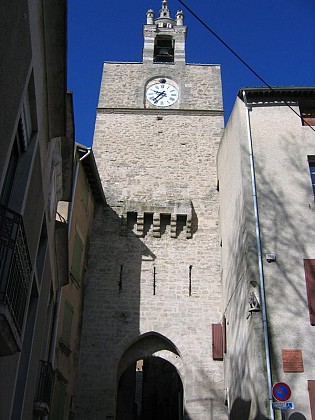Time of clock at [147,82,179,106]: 9:37
